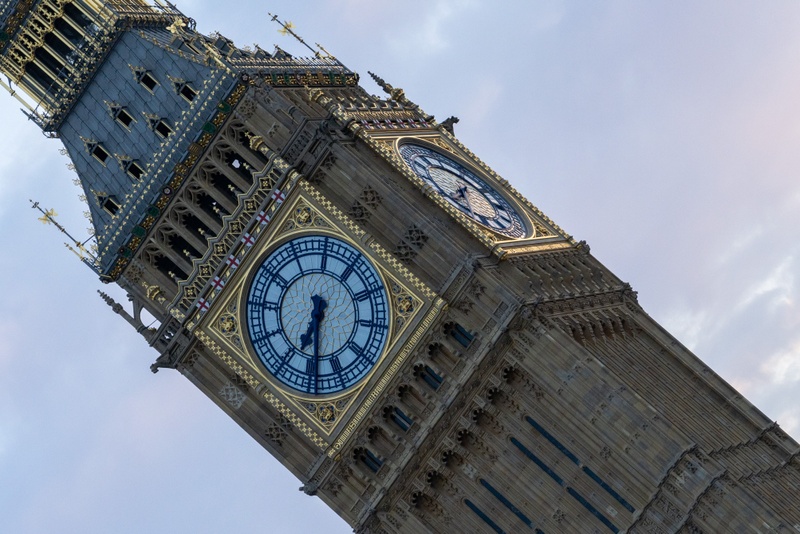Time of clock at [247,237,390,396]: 6:29
